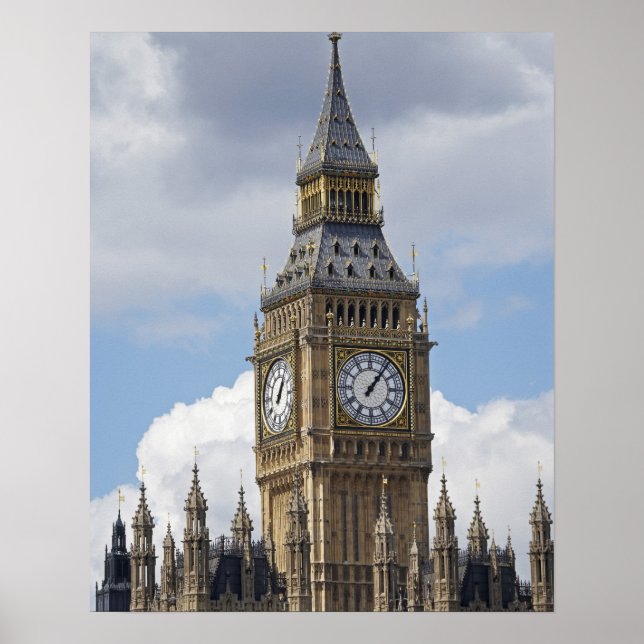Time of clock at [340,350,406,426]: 1:06
